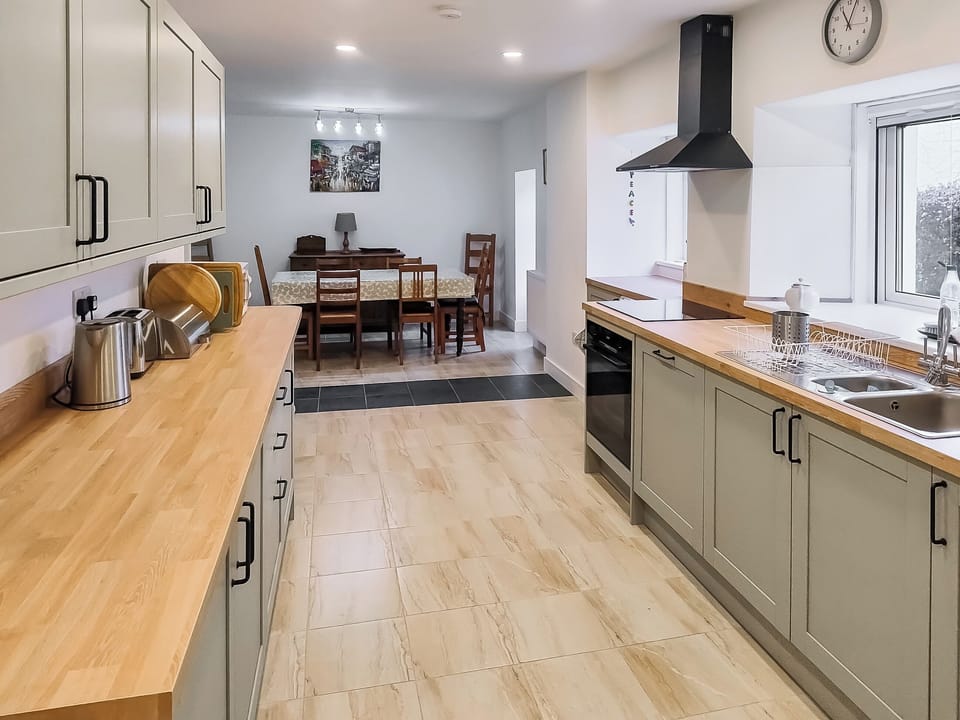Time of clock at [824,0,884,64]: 11:04
